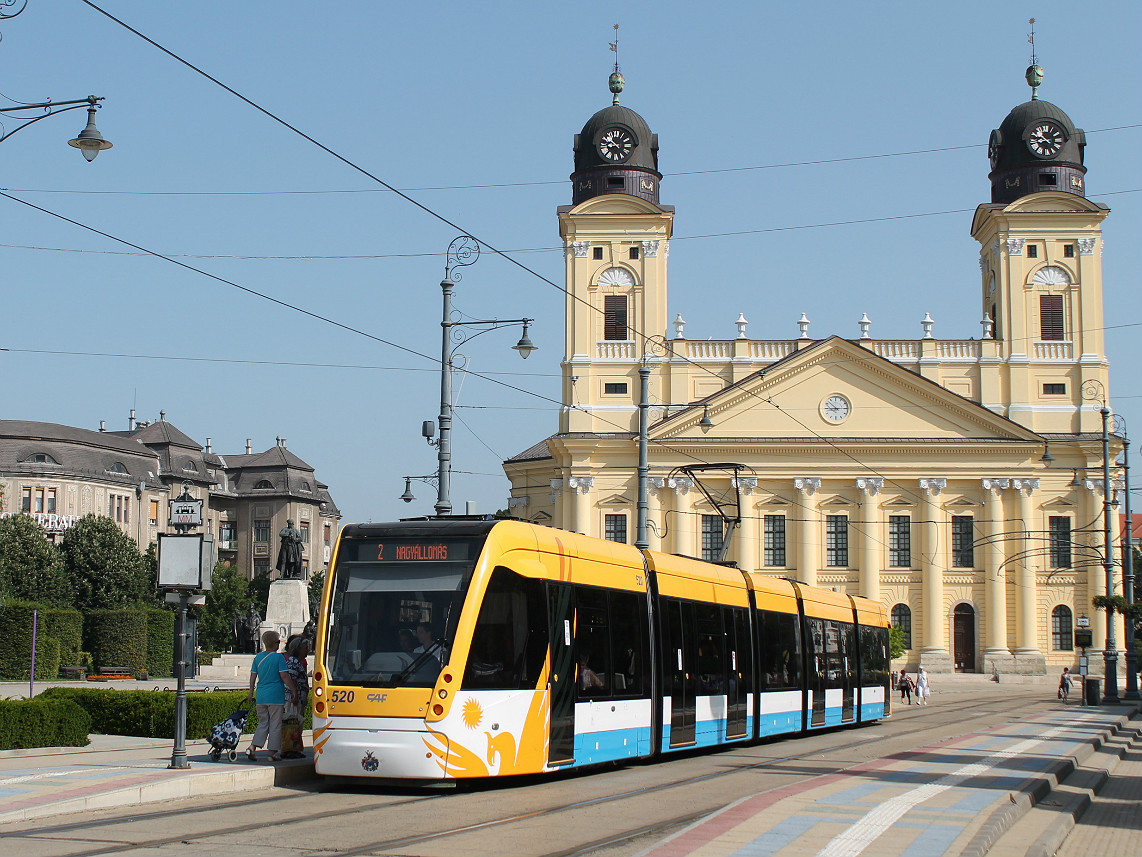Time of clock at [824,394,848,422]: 8:52
